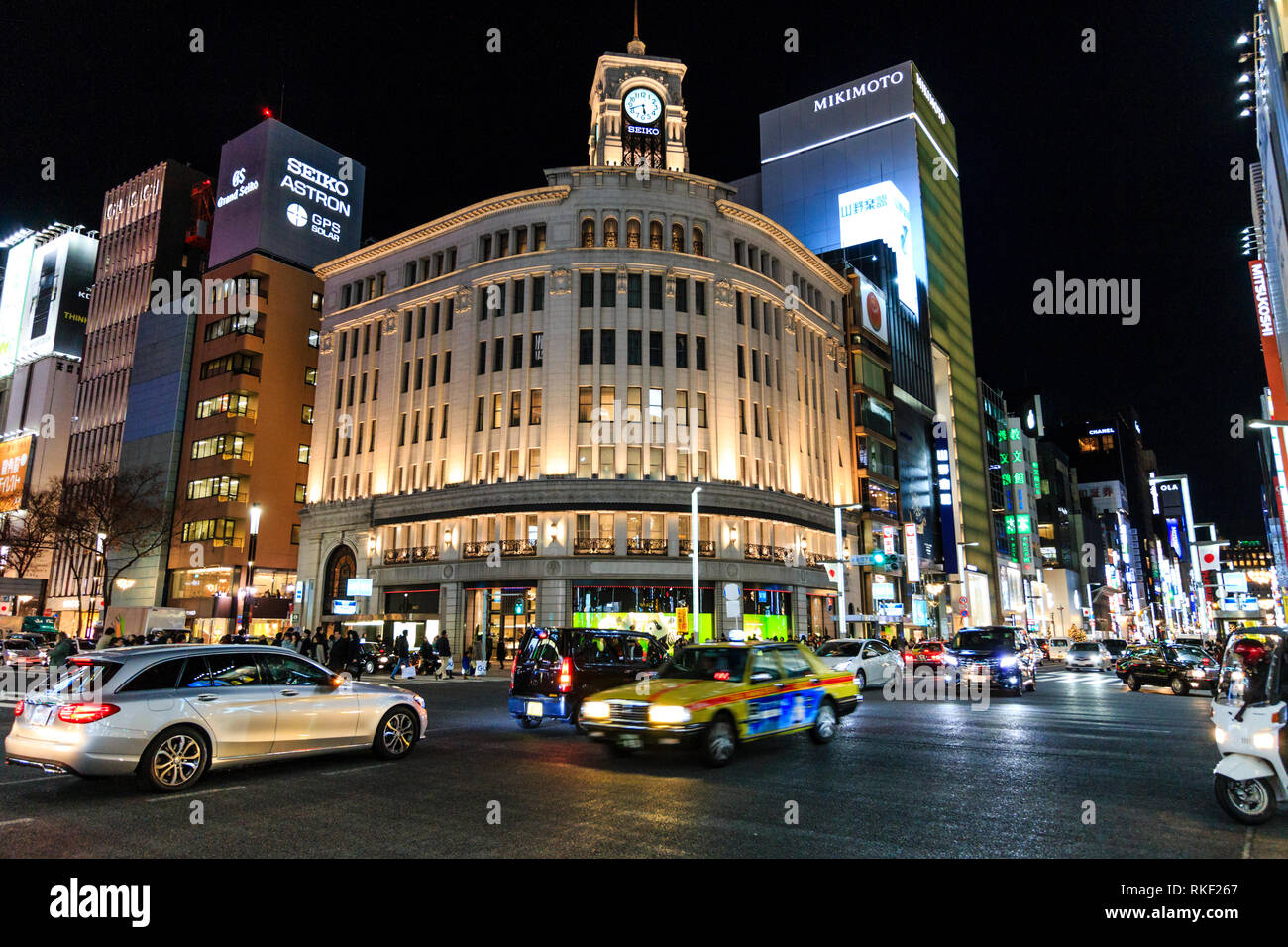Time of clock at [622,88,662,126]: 5:41
